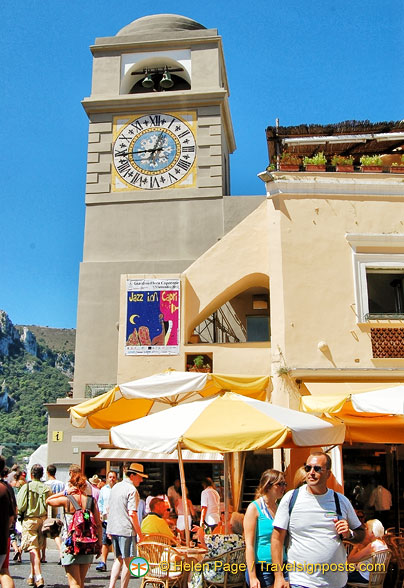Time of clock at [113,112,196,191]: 12:44
